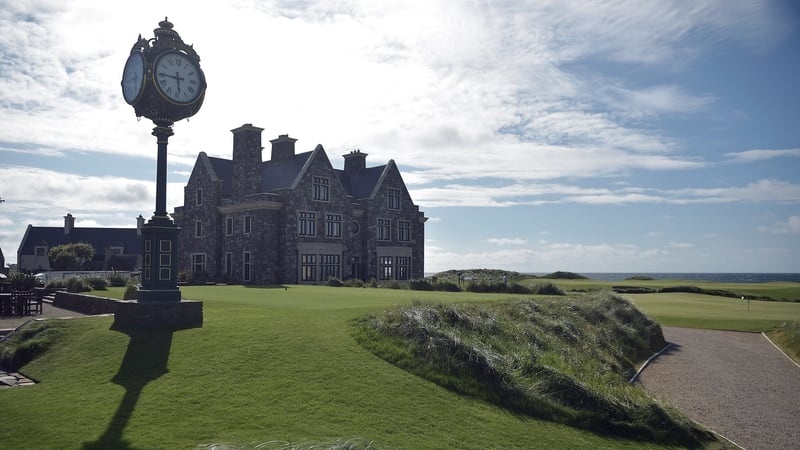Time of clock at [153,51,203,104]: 5:45
